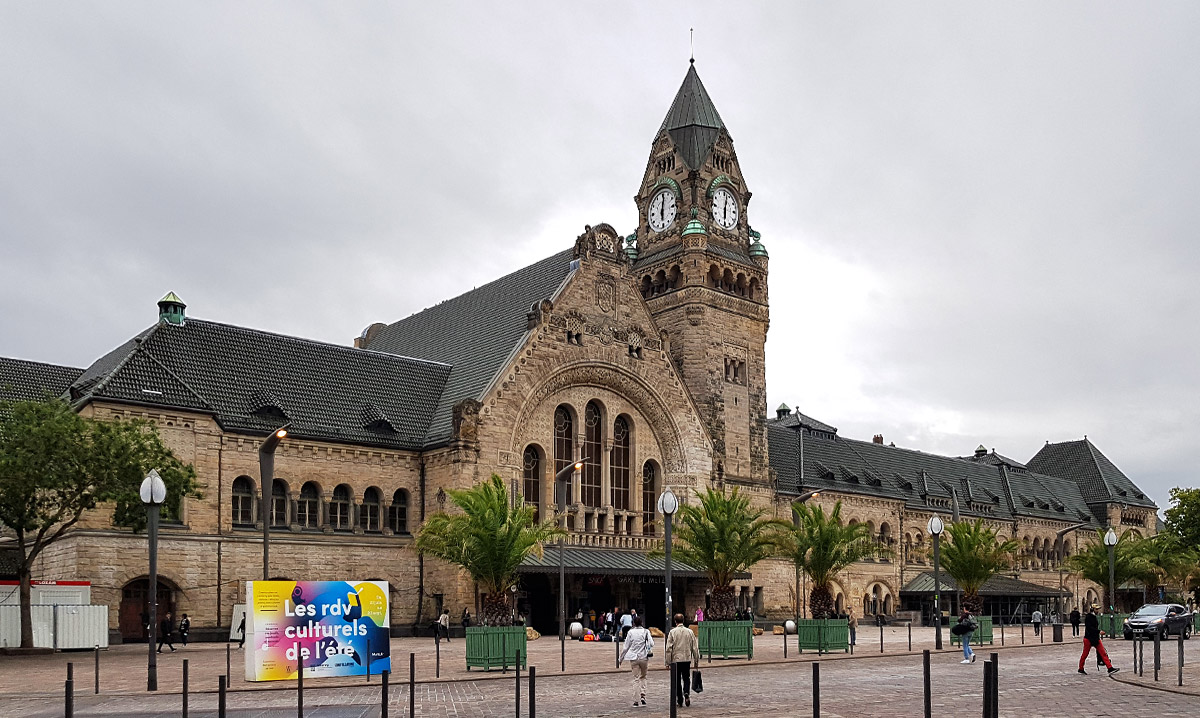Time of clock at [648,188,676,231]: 6:01
